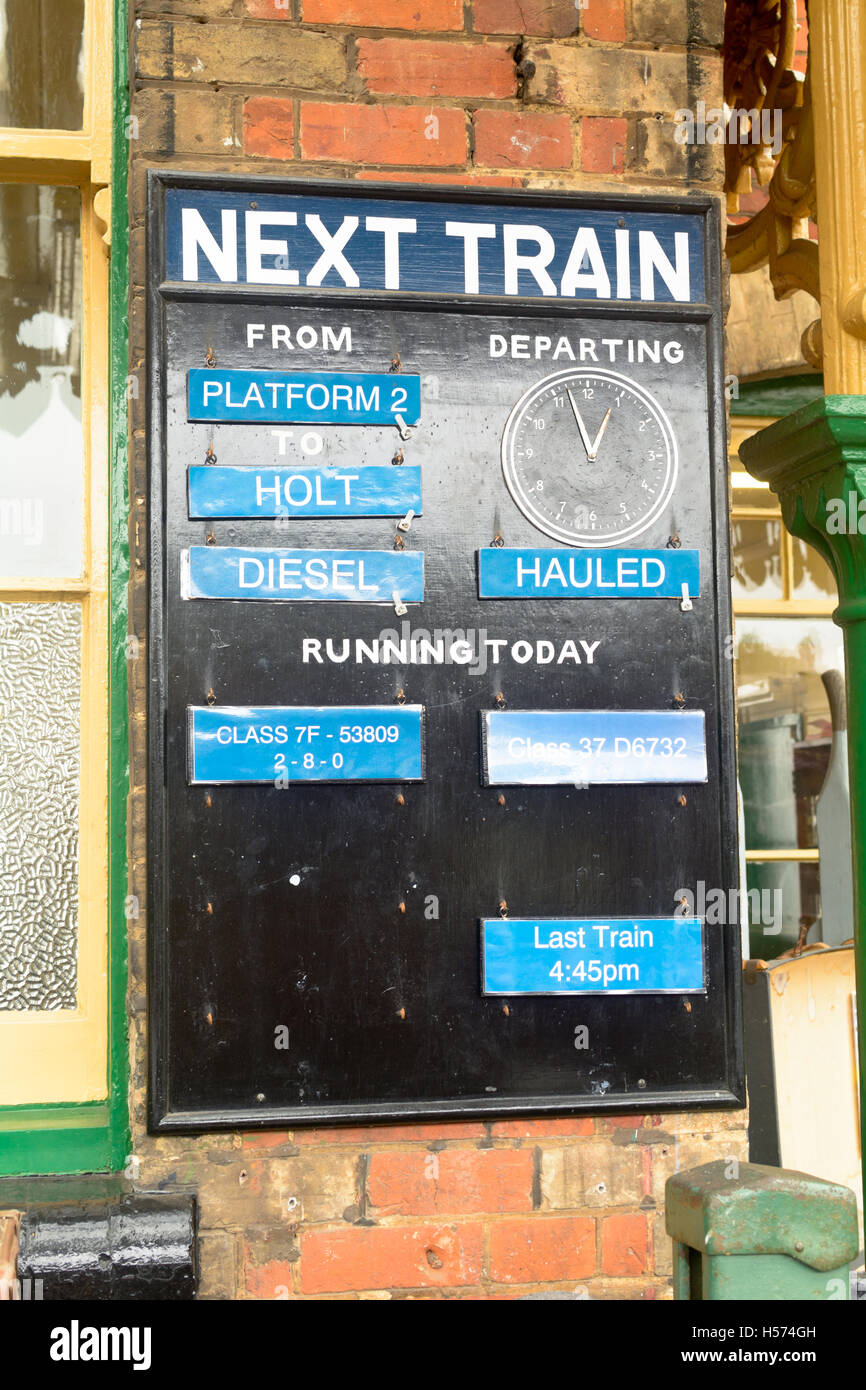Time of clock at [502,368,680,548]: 12:57
